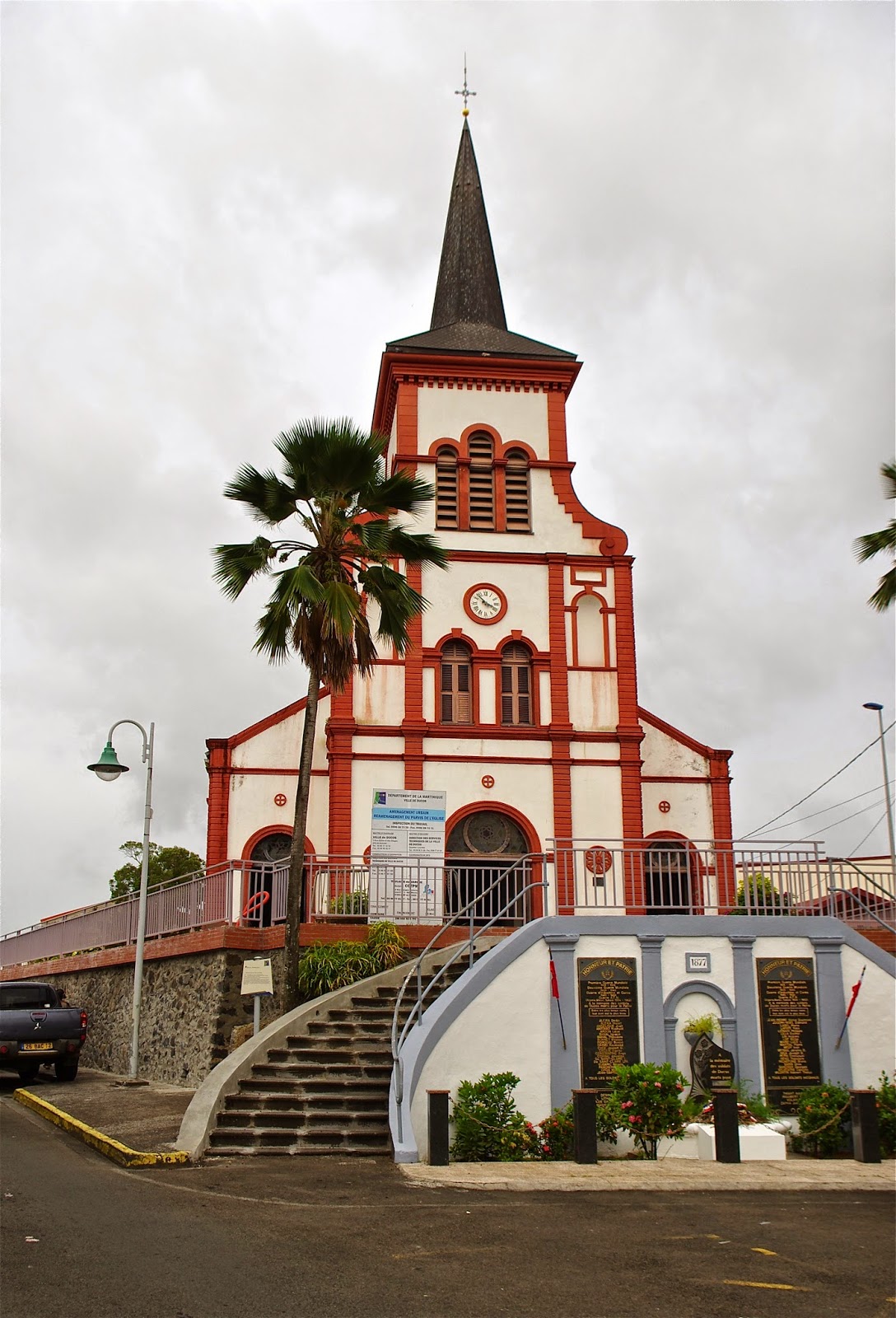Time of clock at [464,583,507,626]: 3:52
